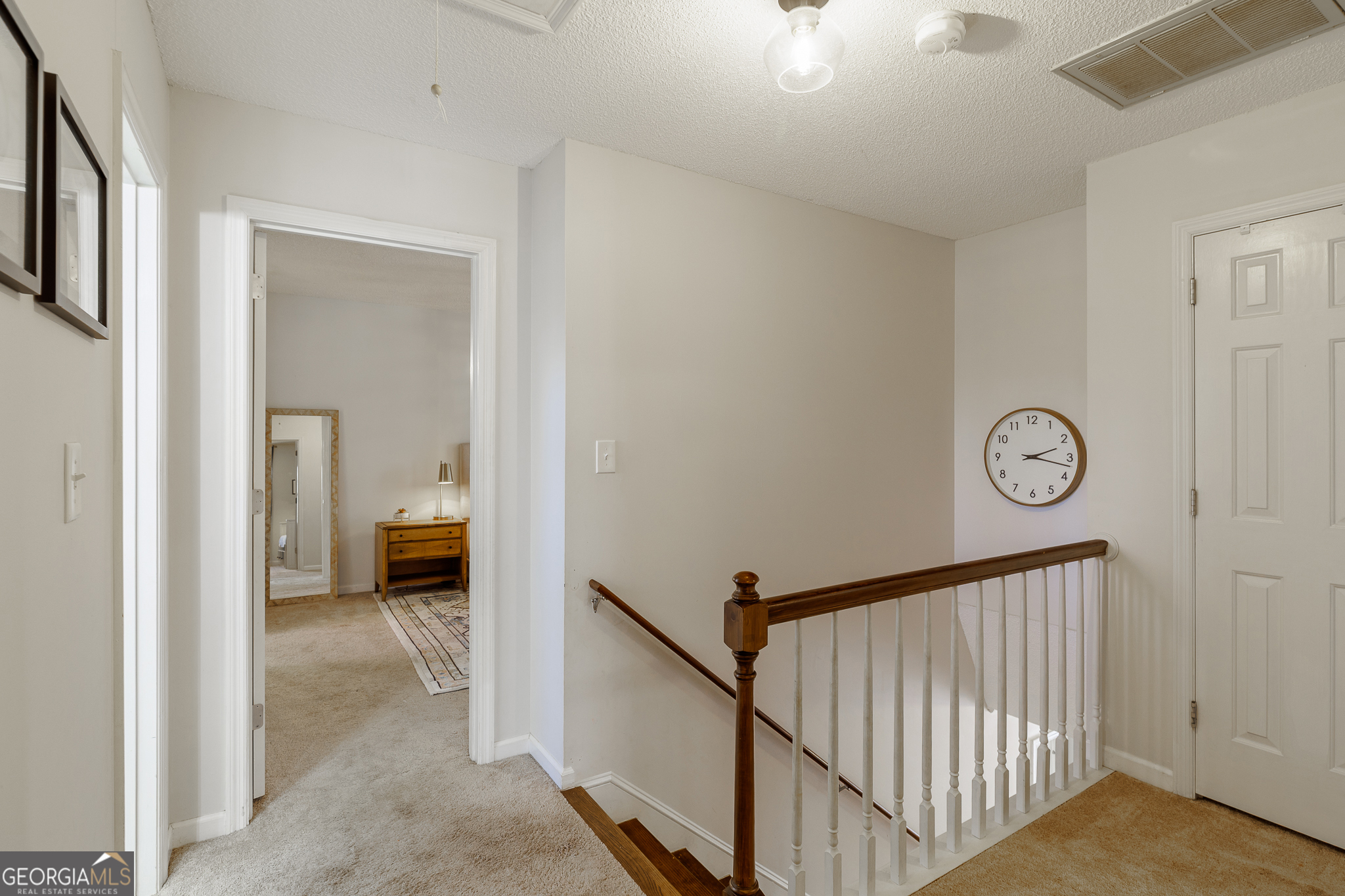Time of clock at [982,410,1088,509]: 2:17
